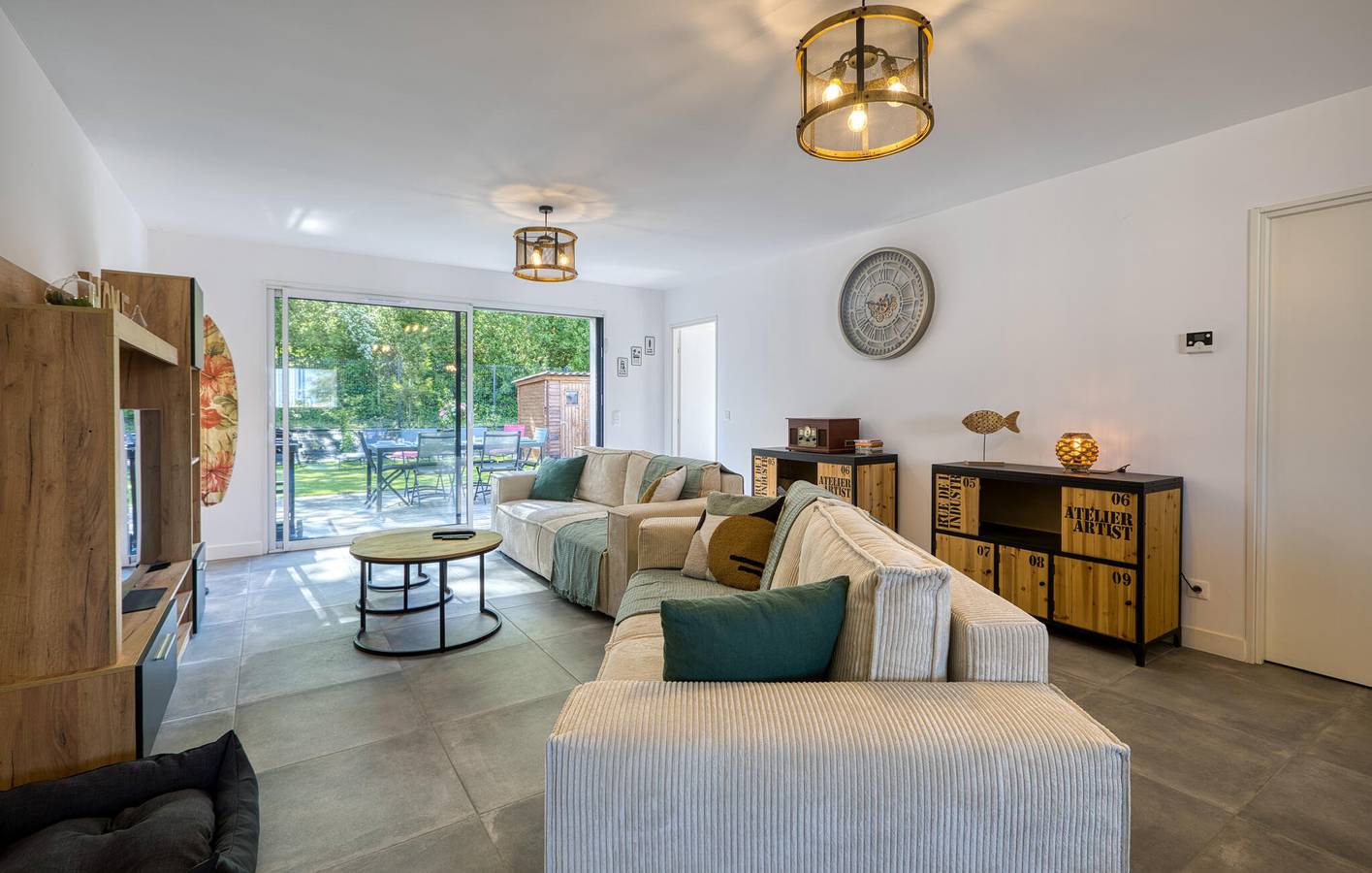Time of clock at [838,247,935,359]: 9:38
